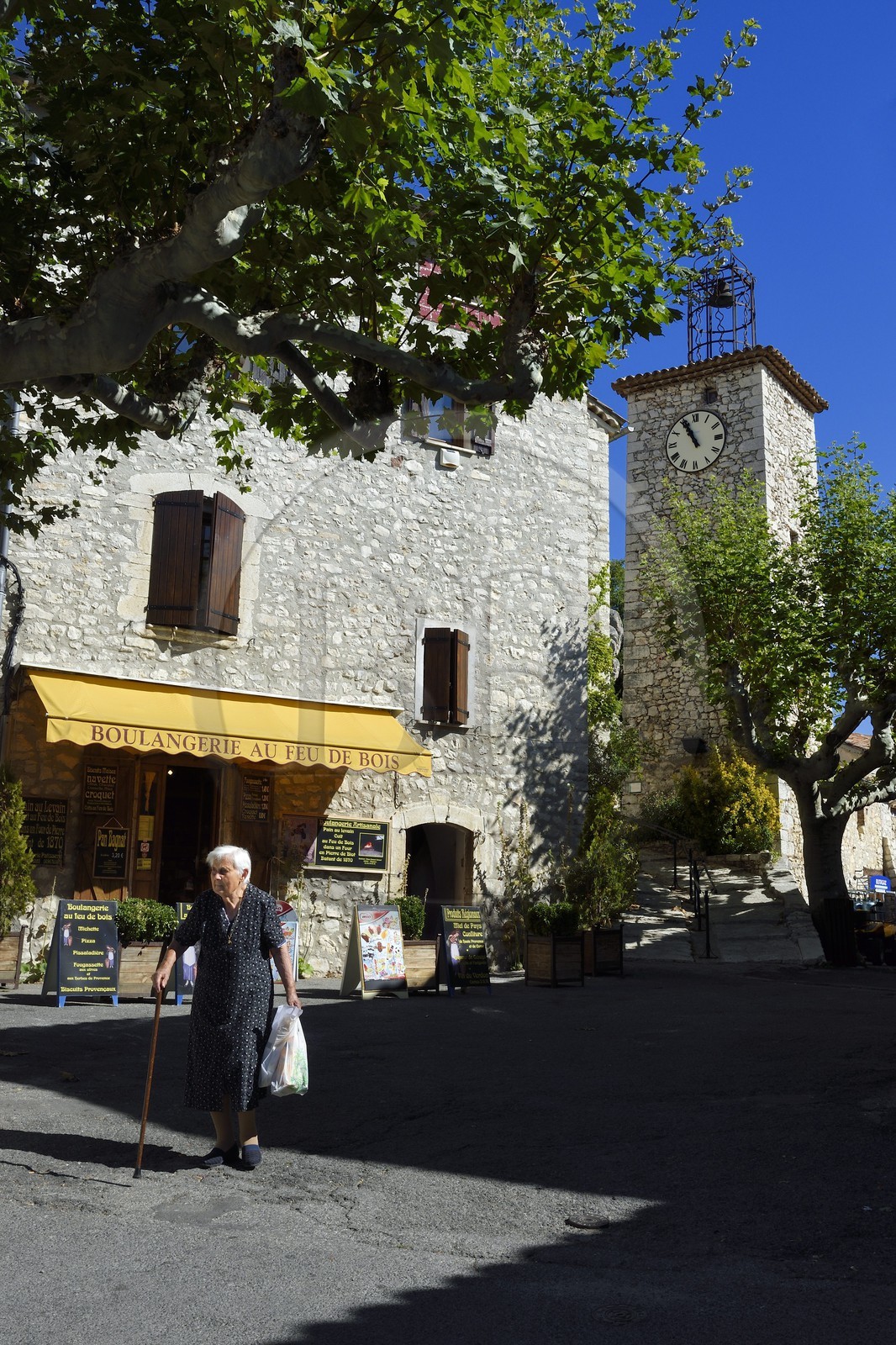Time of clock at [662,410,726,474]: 10:55
